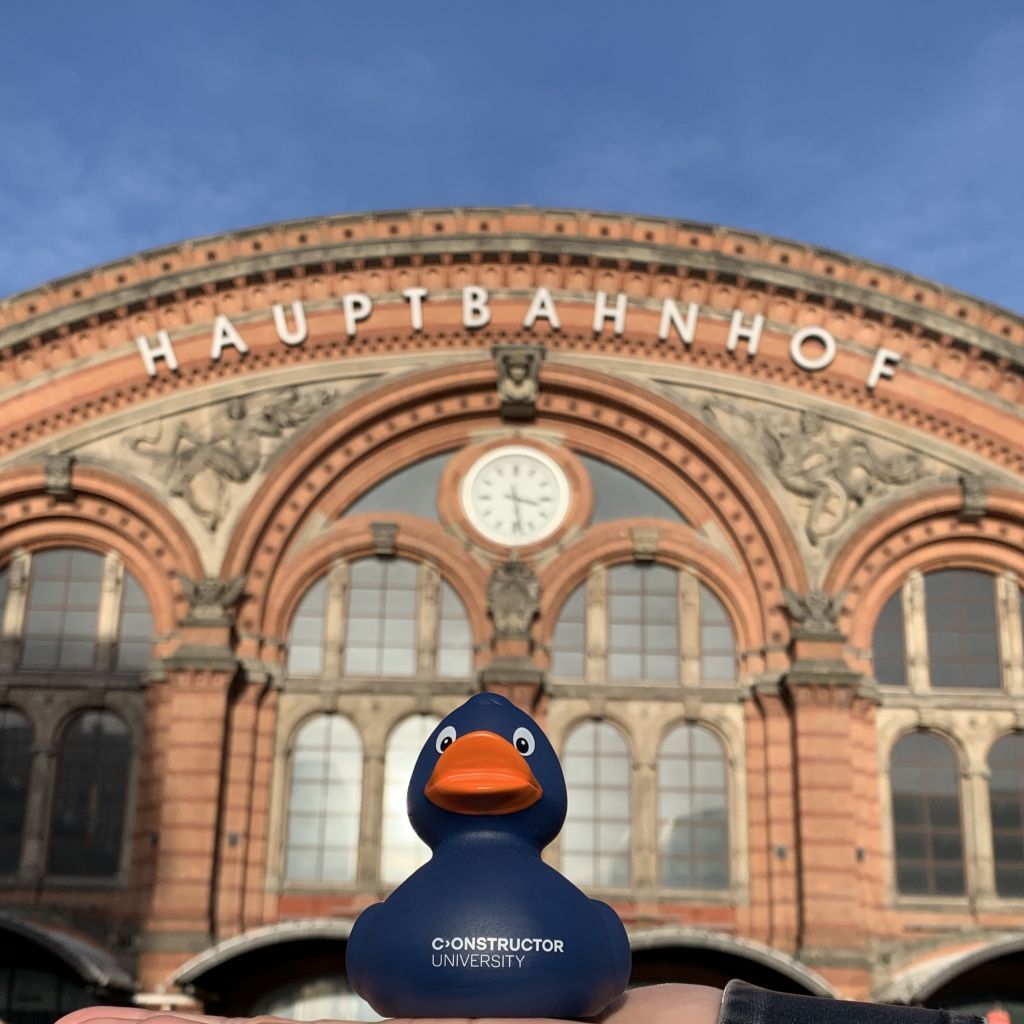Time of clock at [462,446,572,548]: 3:28
